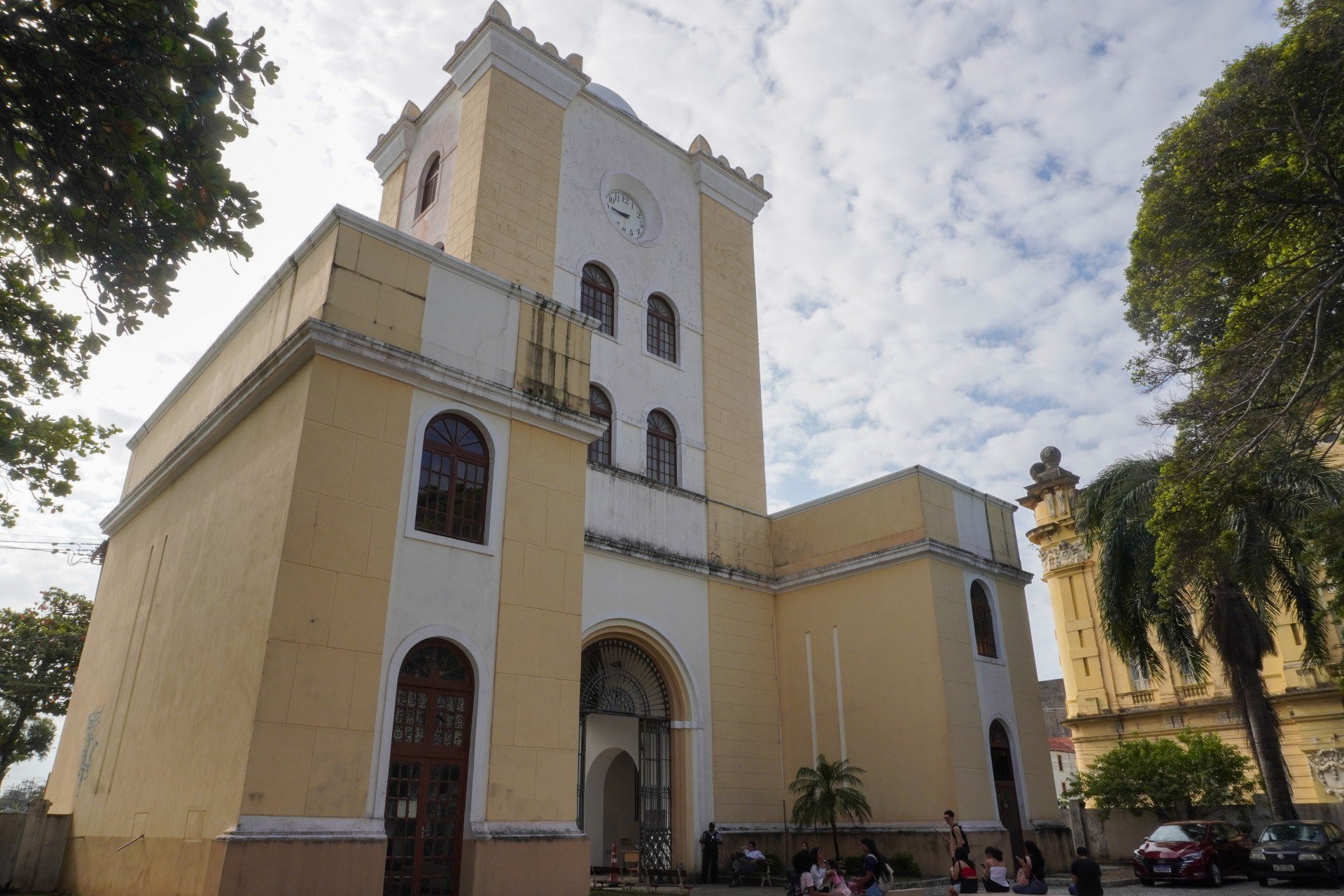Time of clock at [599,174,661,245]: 8:45
